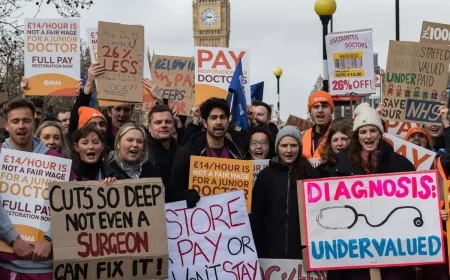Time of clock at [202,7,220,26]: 9:42
